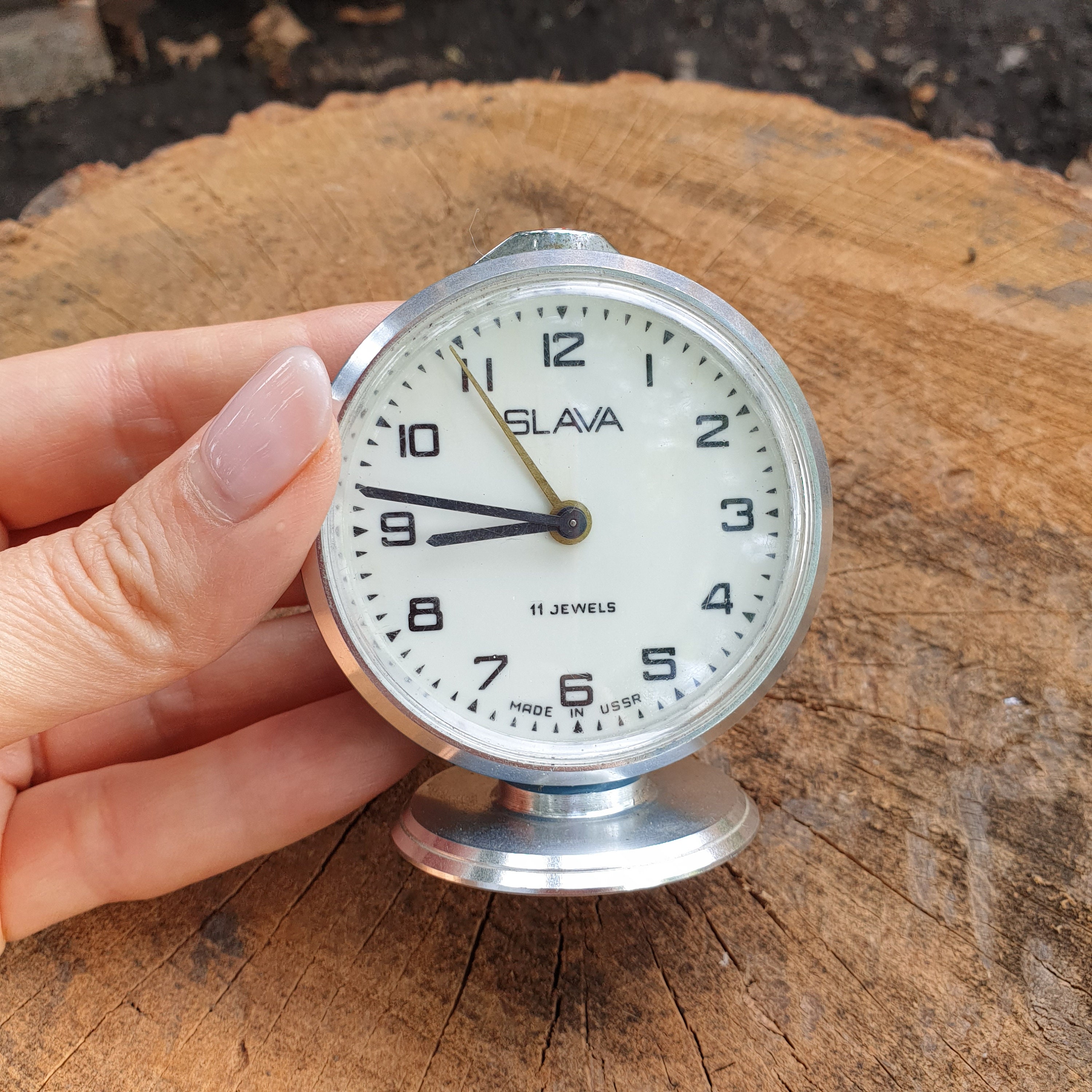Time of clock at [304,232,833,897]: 8:46
